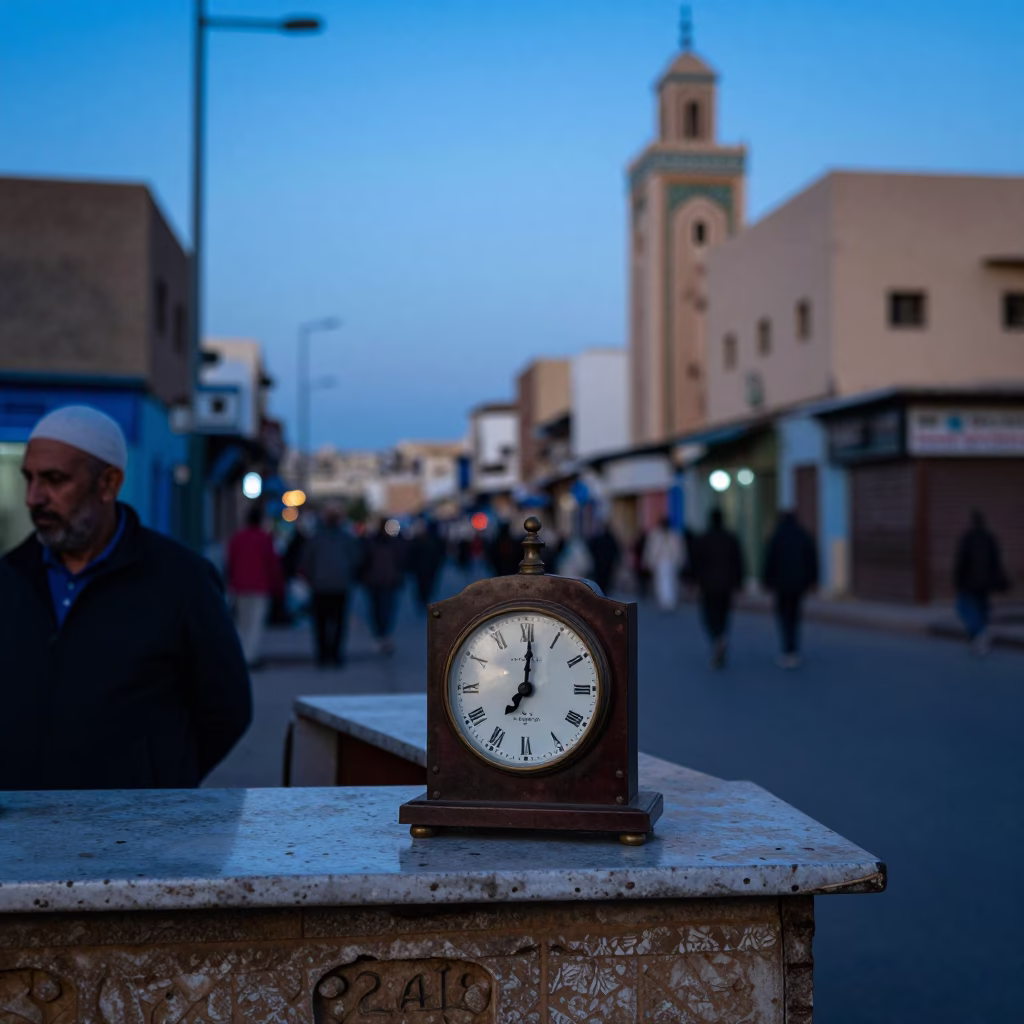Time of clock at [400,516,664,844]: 7:01
